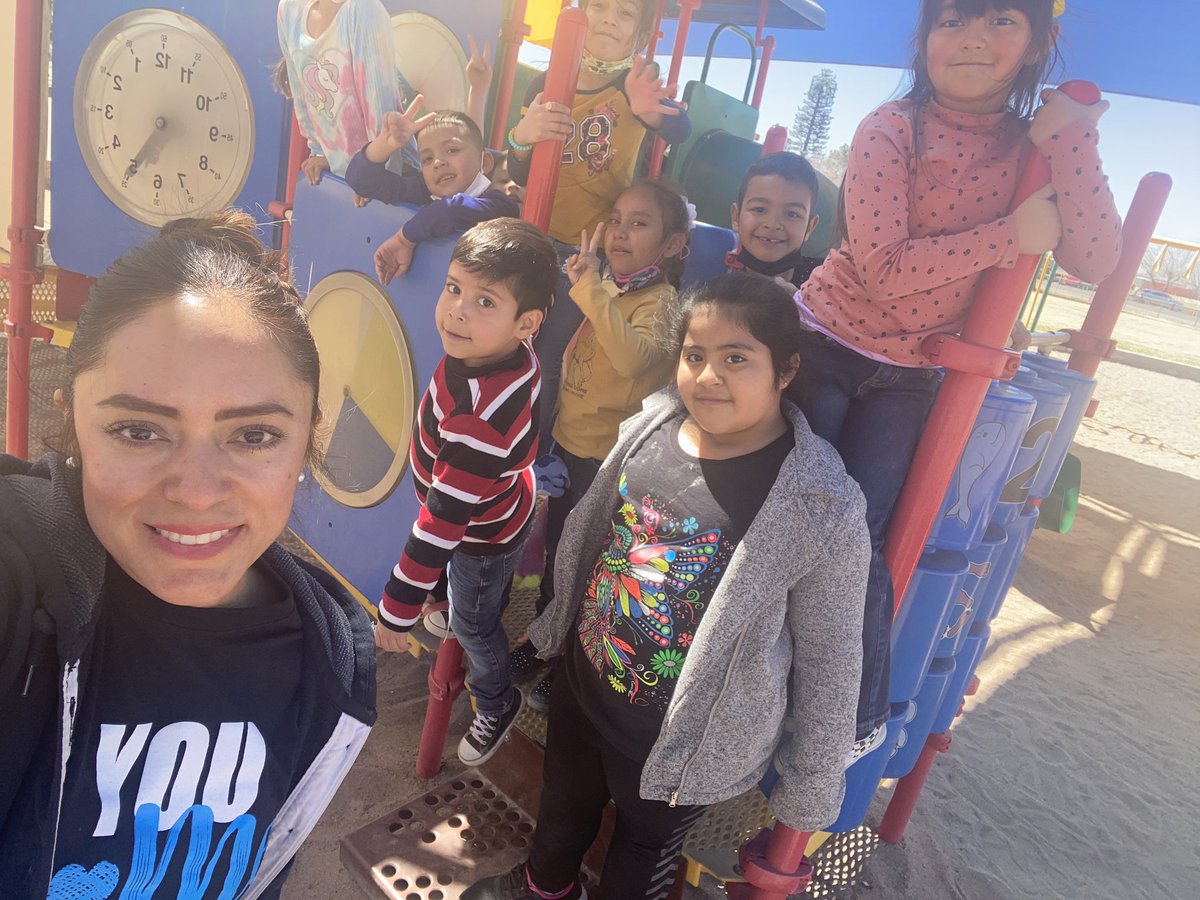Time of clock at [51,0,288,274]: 7:35
